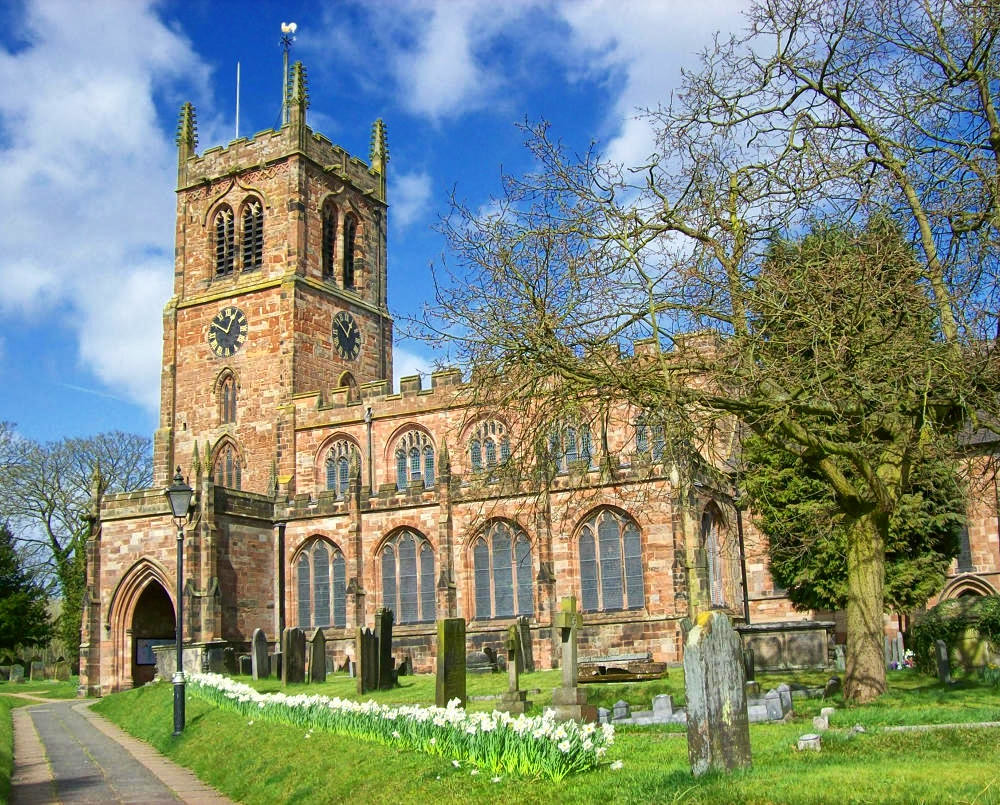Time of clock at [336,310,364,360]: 12:52
